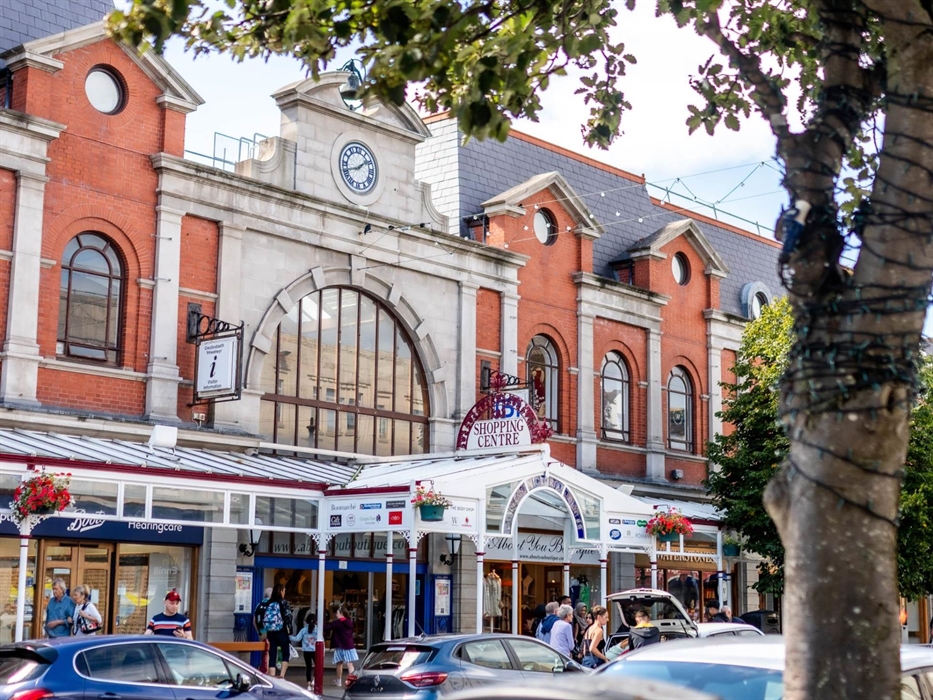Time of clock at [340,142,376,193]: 1:41
